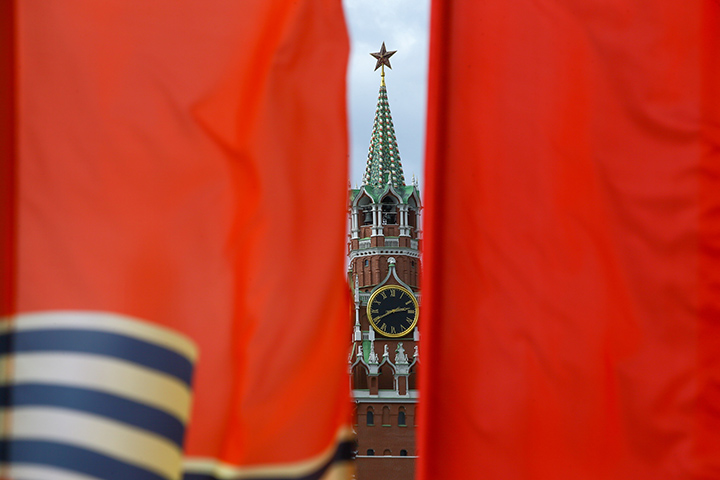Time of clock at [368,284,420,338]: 2:40
